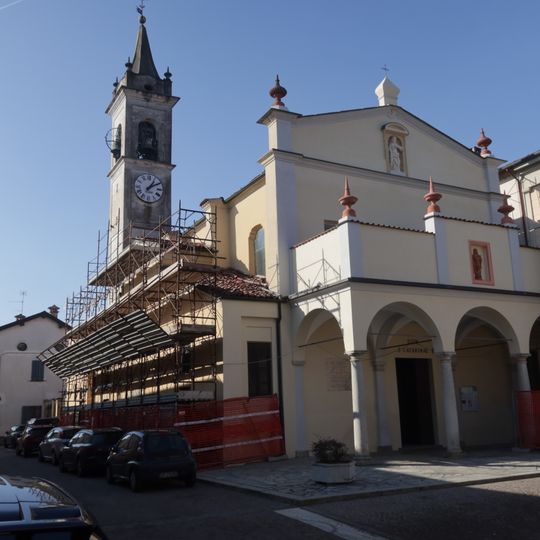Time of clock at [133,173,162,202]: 1:09
